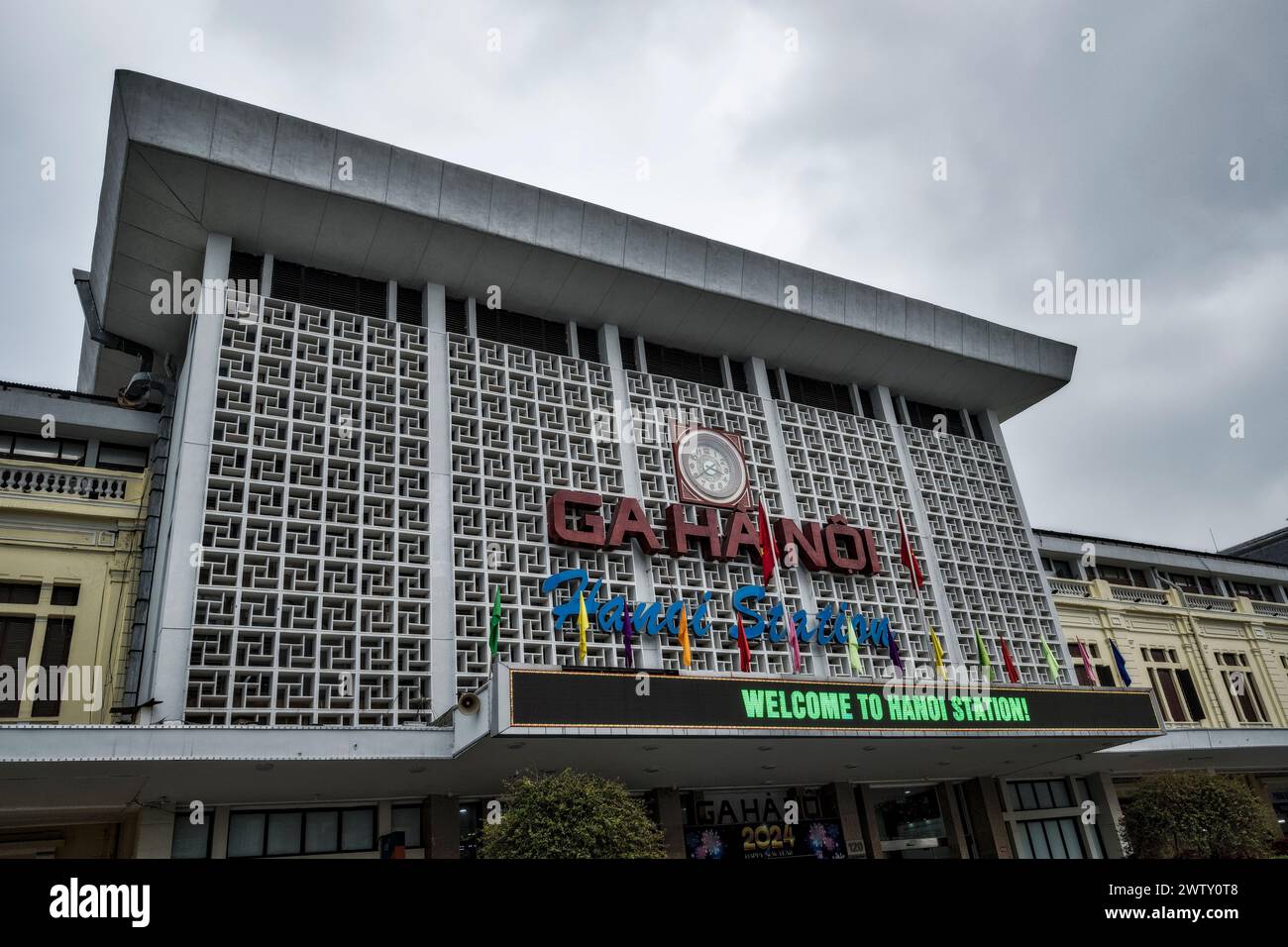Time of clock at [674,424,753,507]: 3:38
